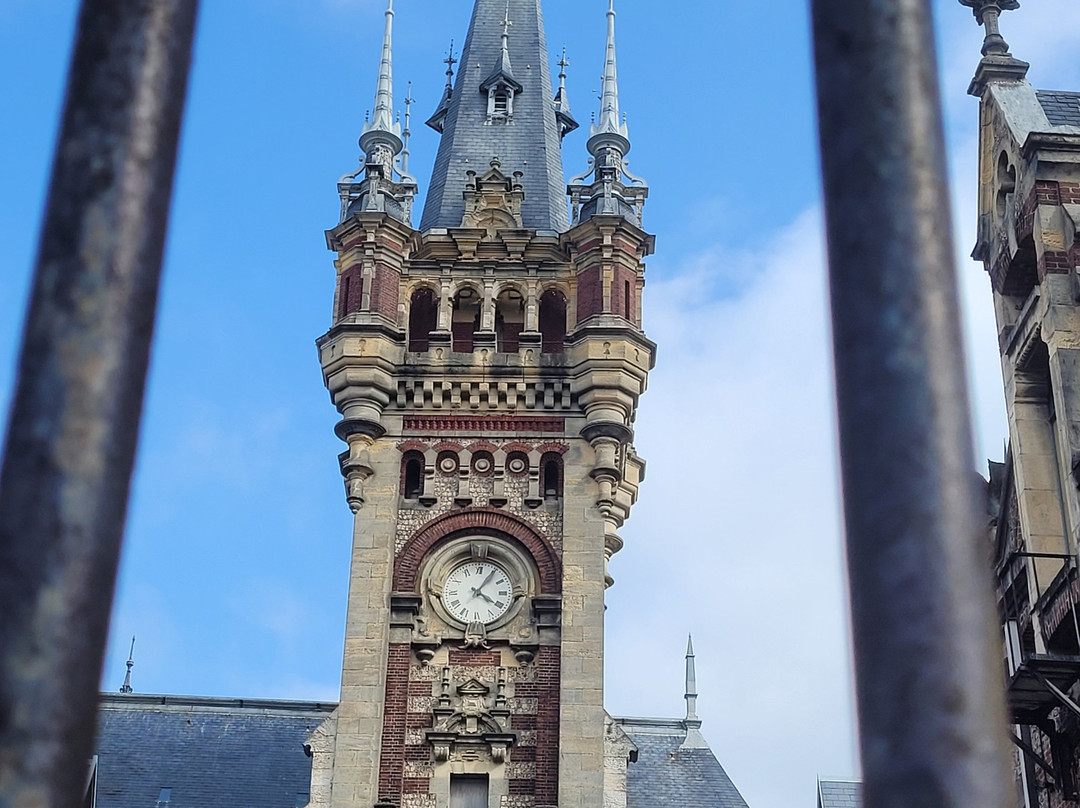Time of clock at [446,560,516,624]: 4:05
